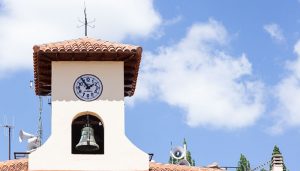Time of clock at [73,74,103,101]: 1:54
